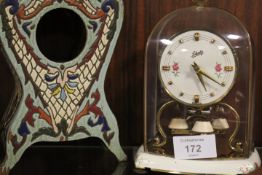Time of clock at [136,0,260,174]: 5:20
